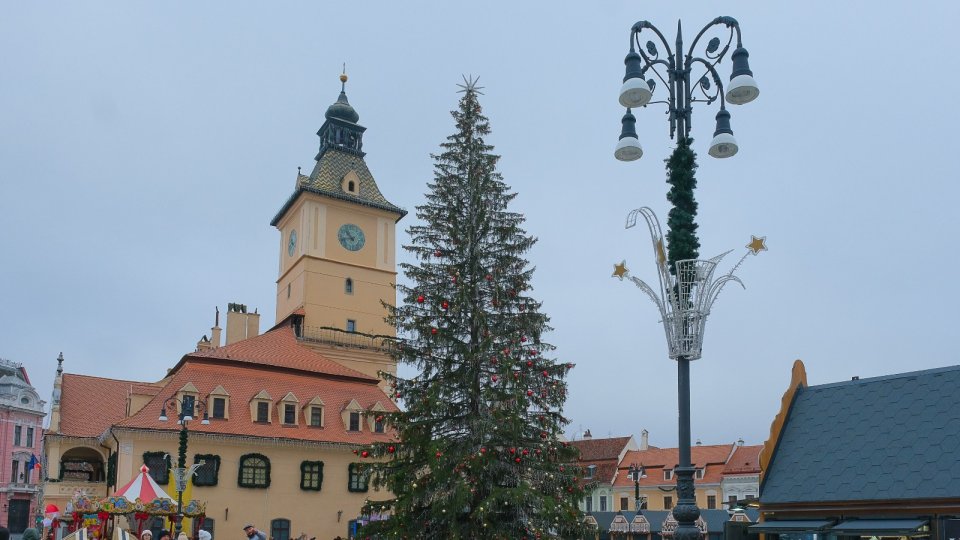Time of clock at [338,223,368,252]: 10:42
